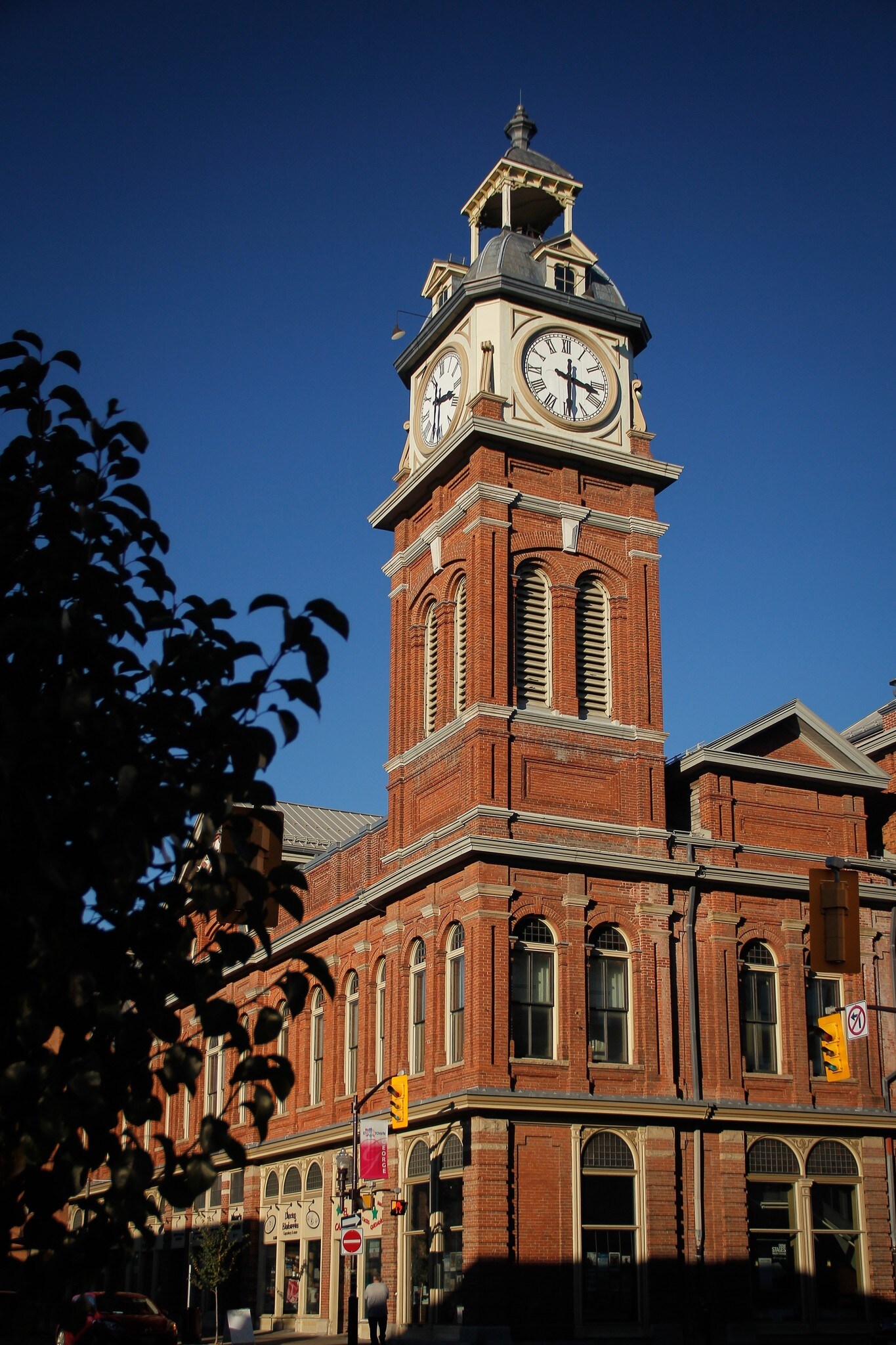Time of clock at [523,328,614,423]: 3:29
